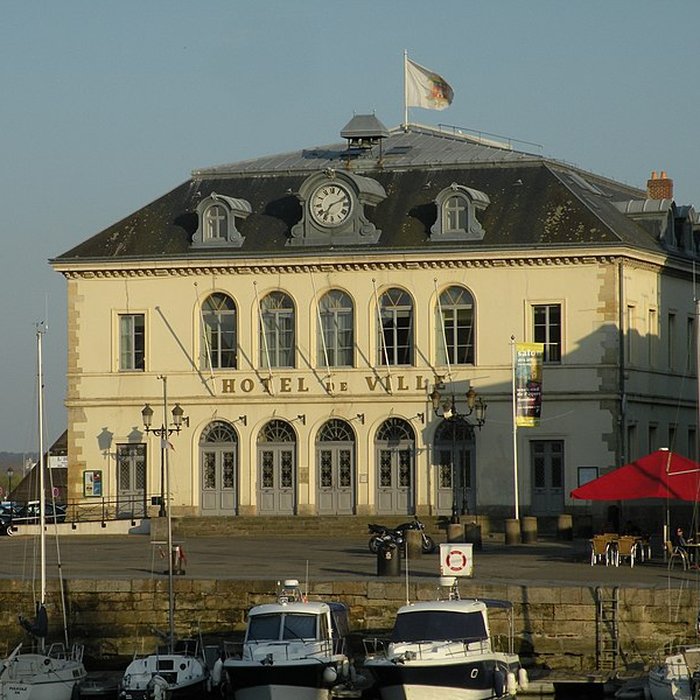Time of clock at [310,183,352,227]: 7:11
